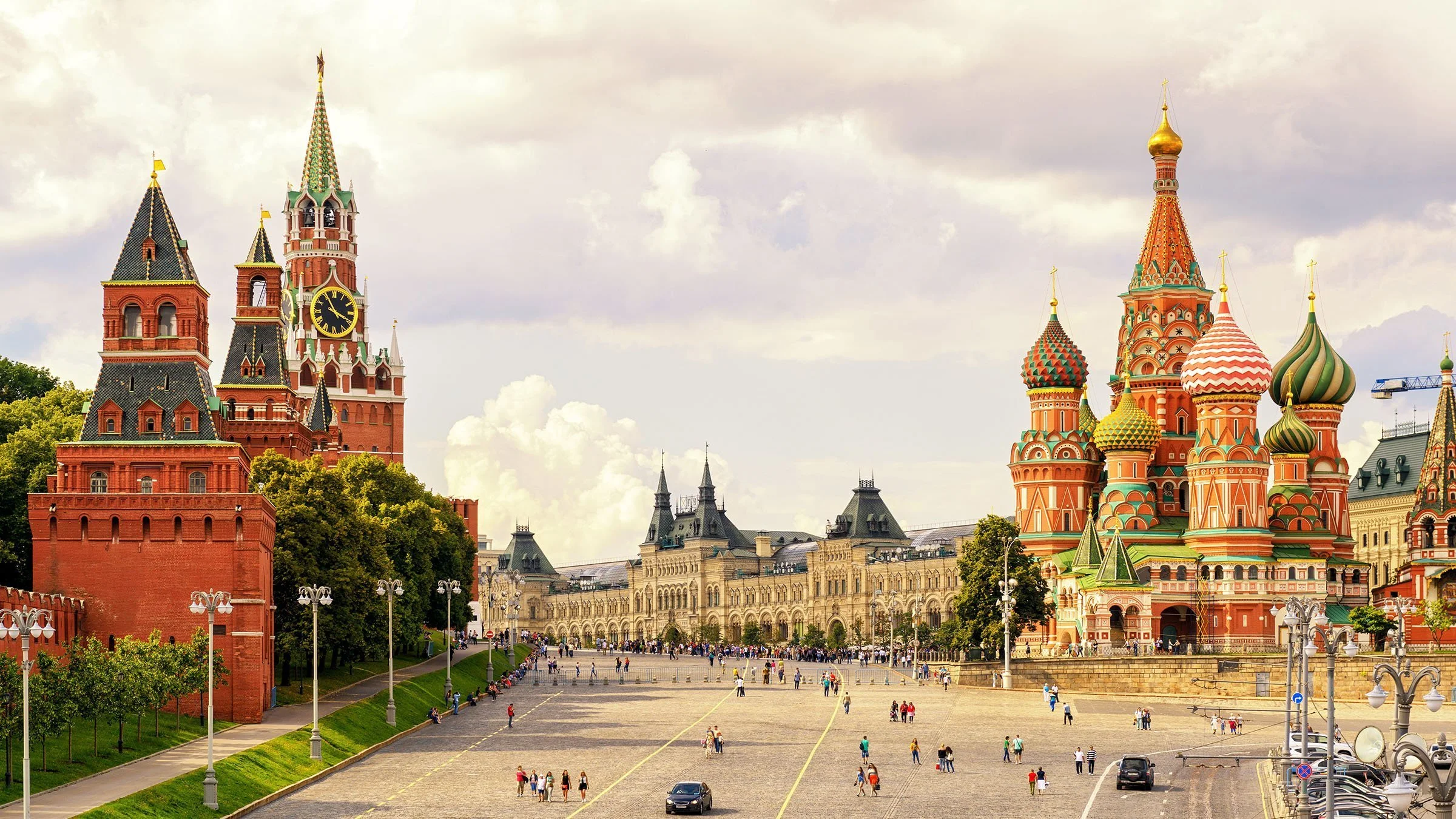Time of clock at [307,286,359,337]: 3:55
